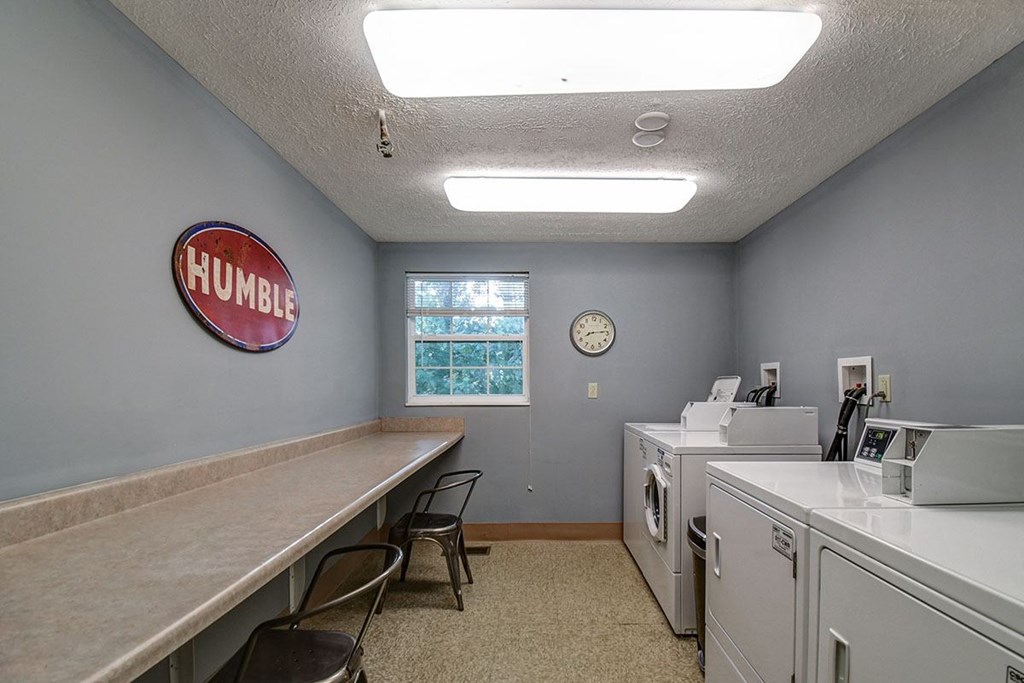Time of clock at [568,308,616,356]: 8:14
